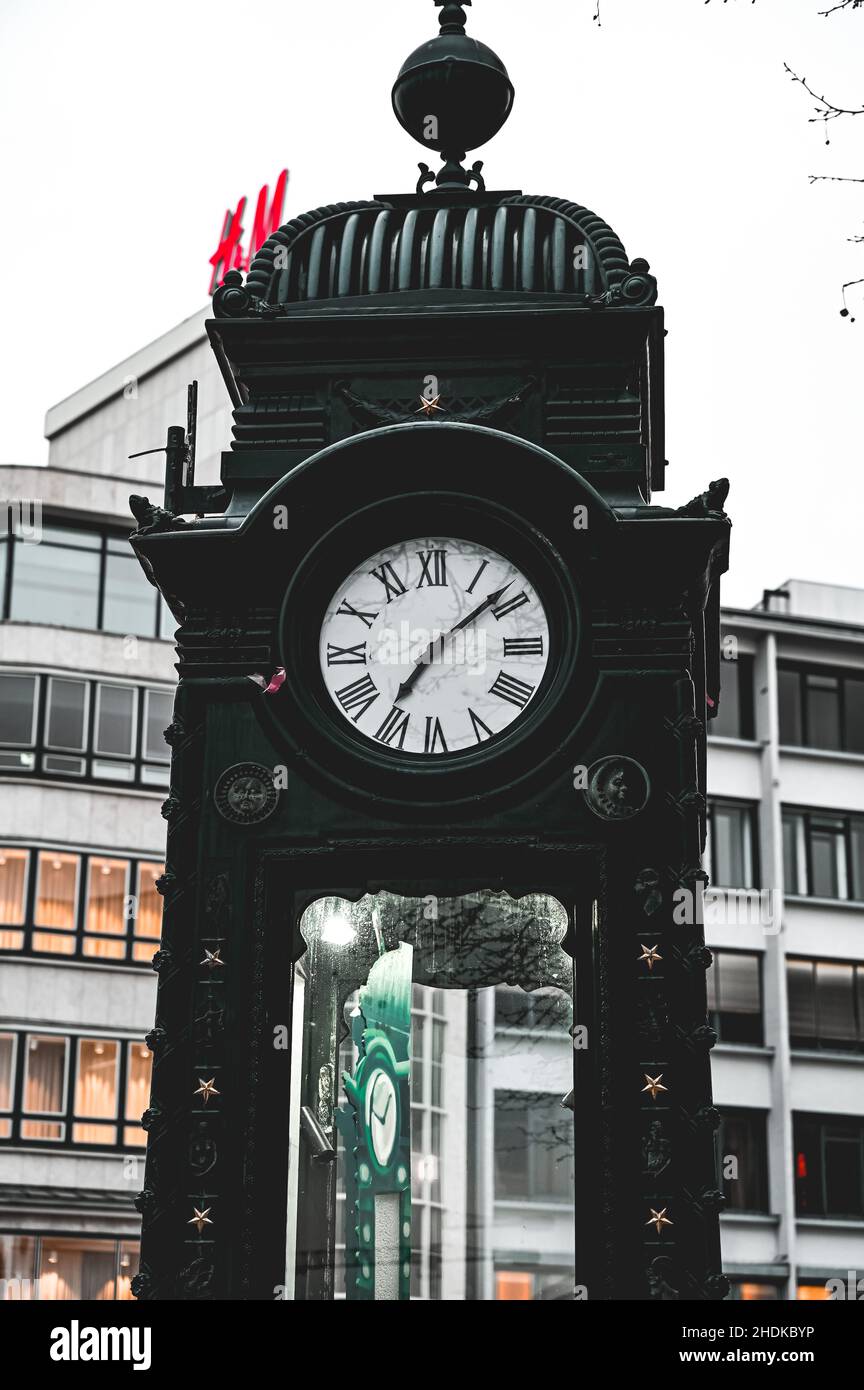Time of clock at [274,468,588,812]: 7:08
